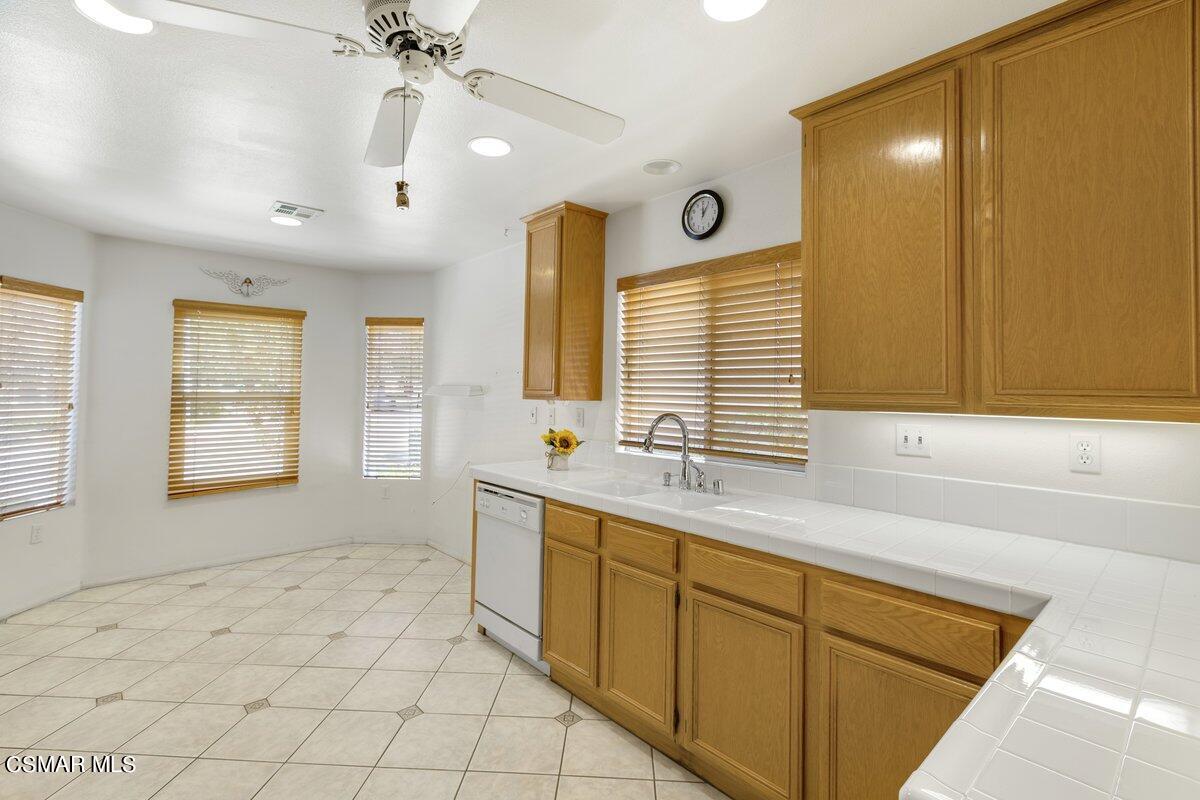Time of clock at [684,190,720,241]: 12:05
